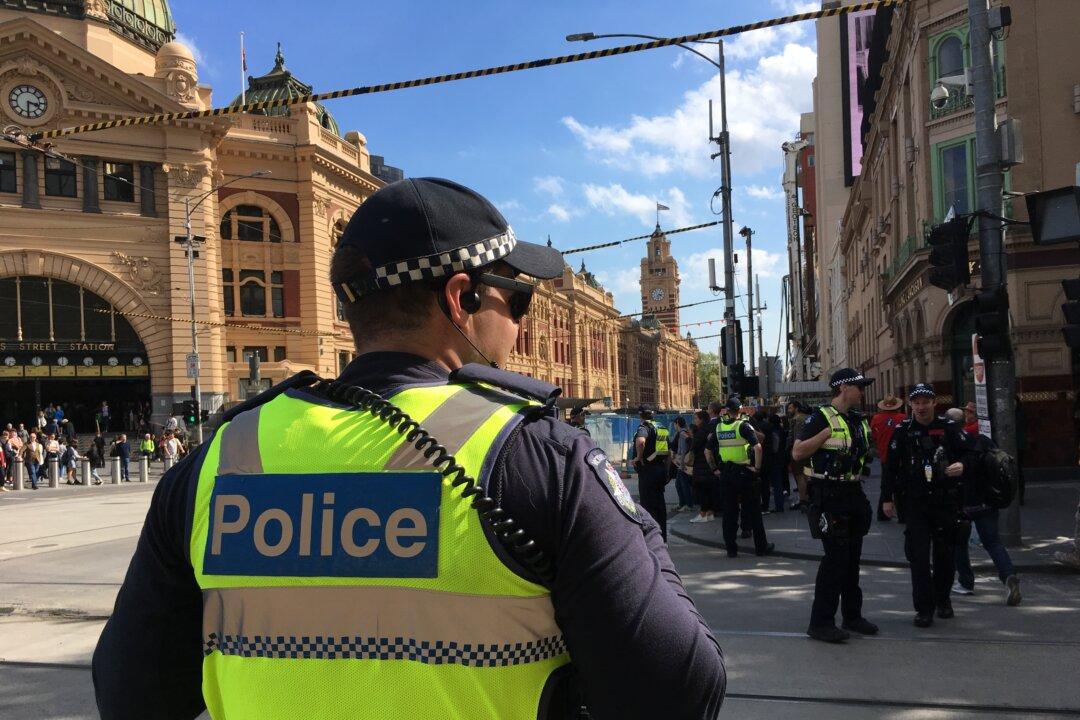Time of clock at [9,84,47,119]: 3:30
